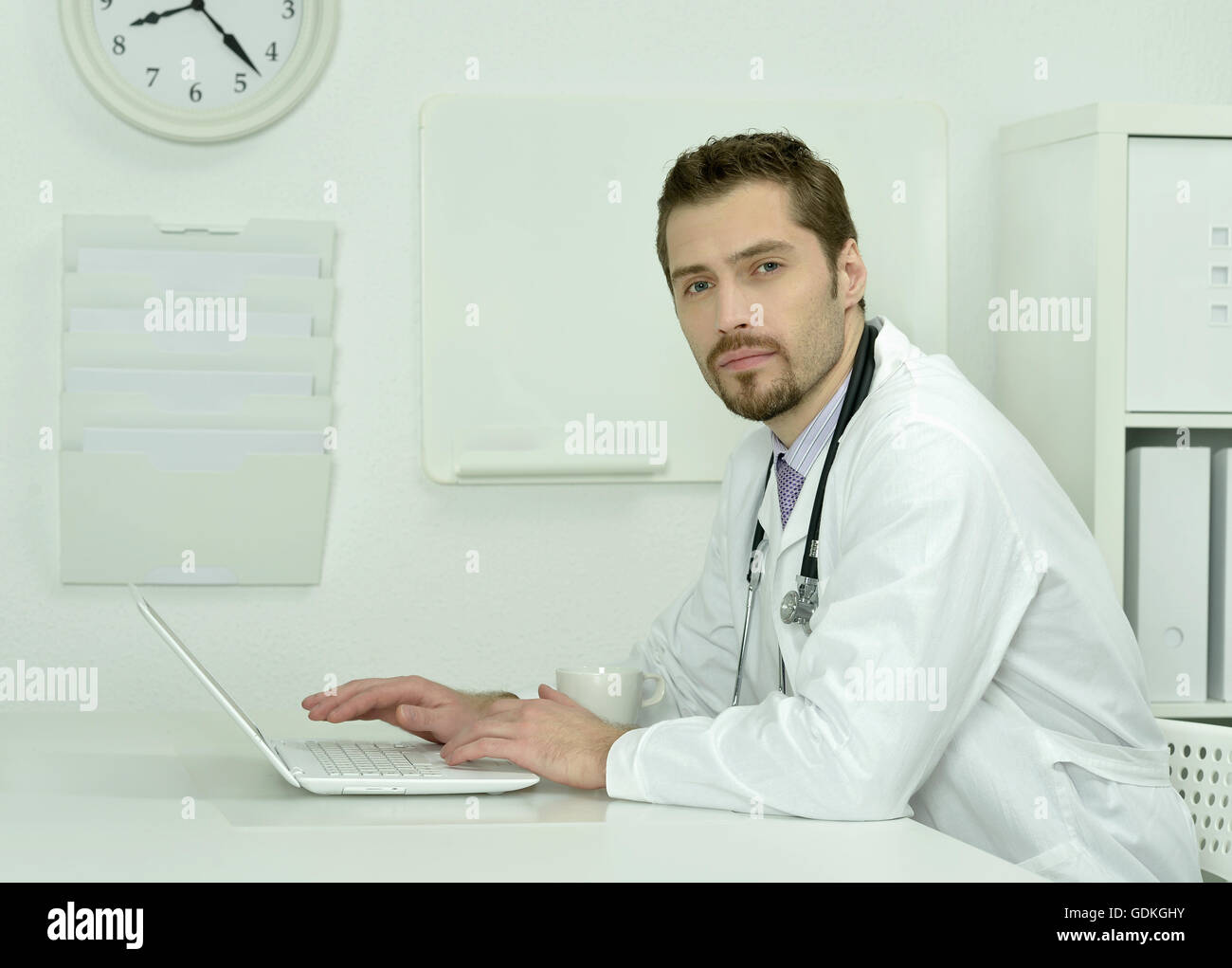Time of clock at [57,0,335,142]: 8:22
